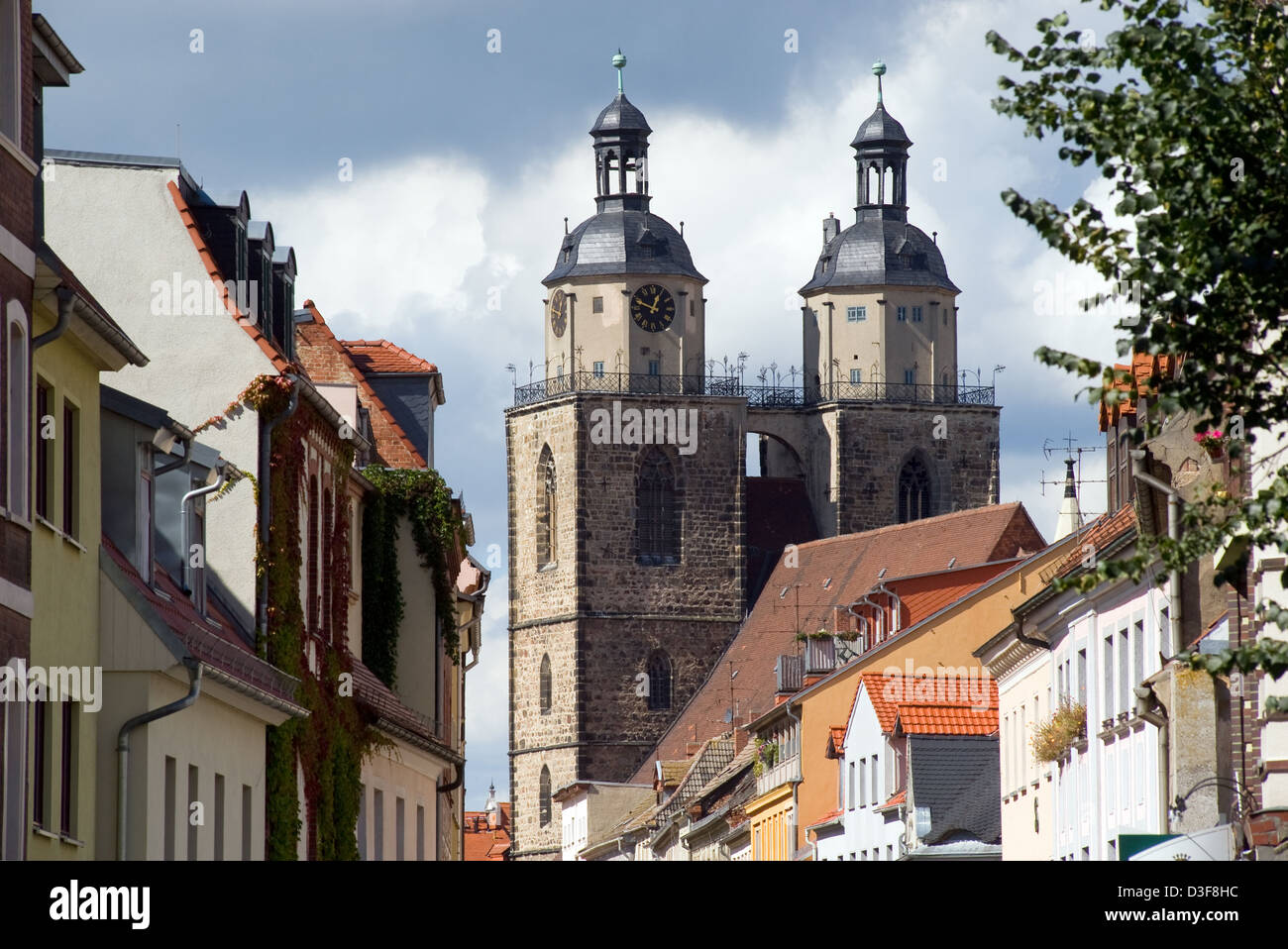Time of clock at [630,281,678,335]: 12:48
